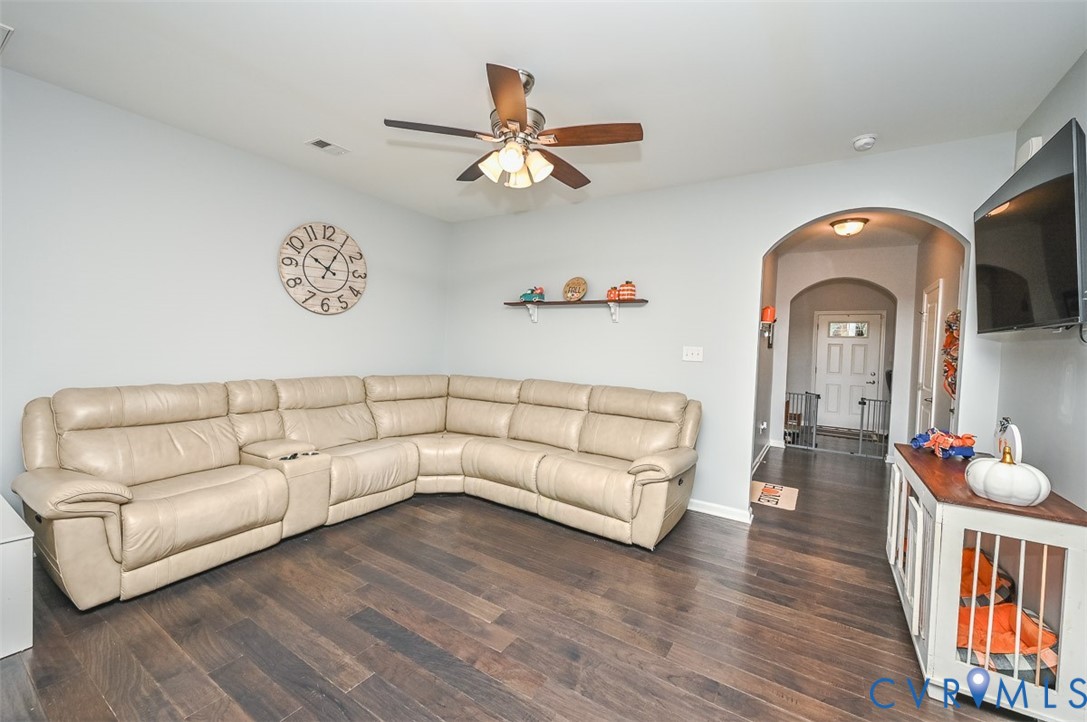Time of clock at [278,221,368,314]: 10:05
